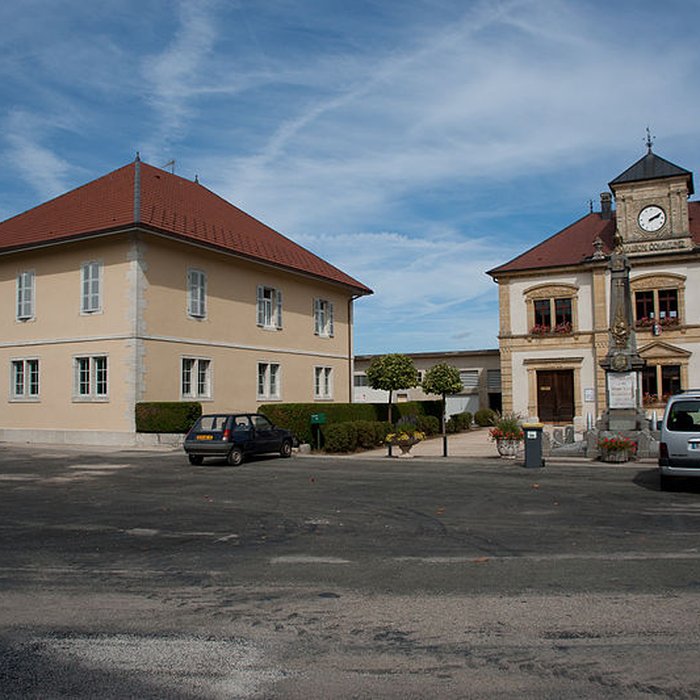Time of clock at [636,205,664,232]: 2:09
